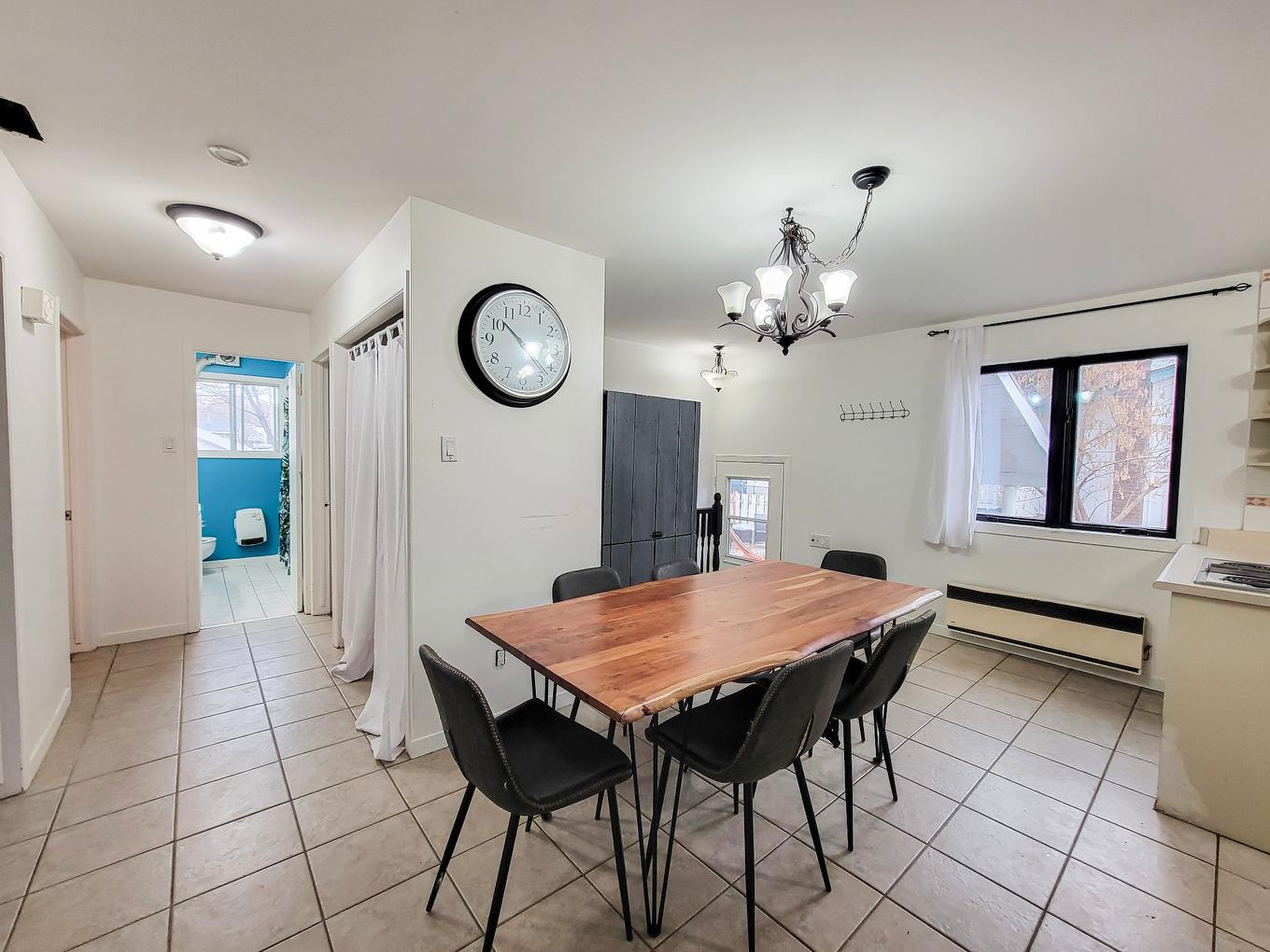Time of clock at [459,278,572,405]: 10:22
